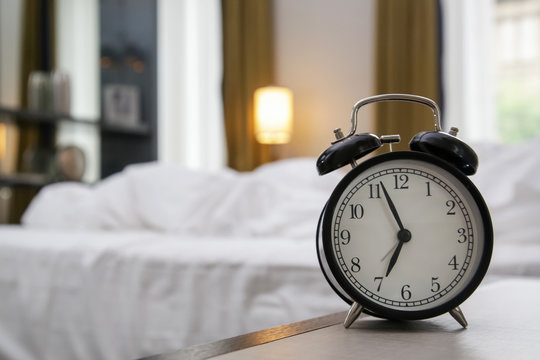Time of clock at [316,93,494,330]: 6:56
